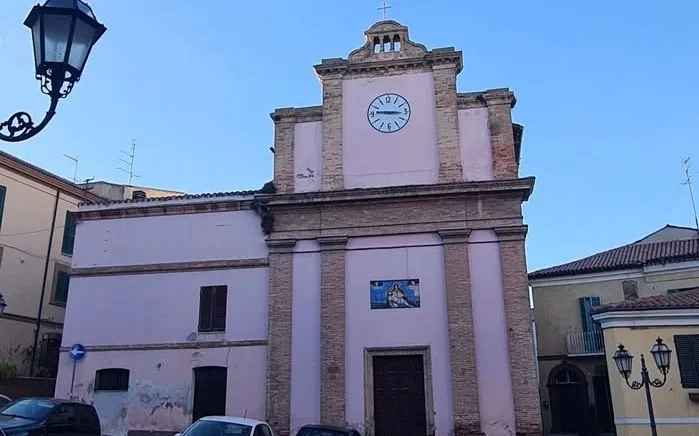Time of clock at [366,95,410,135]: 9:15
